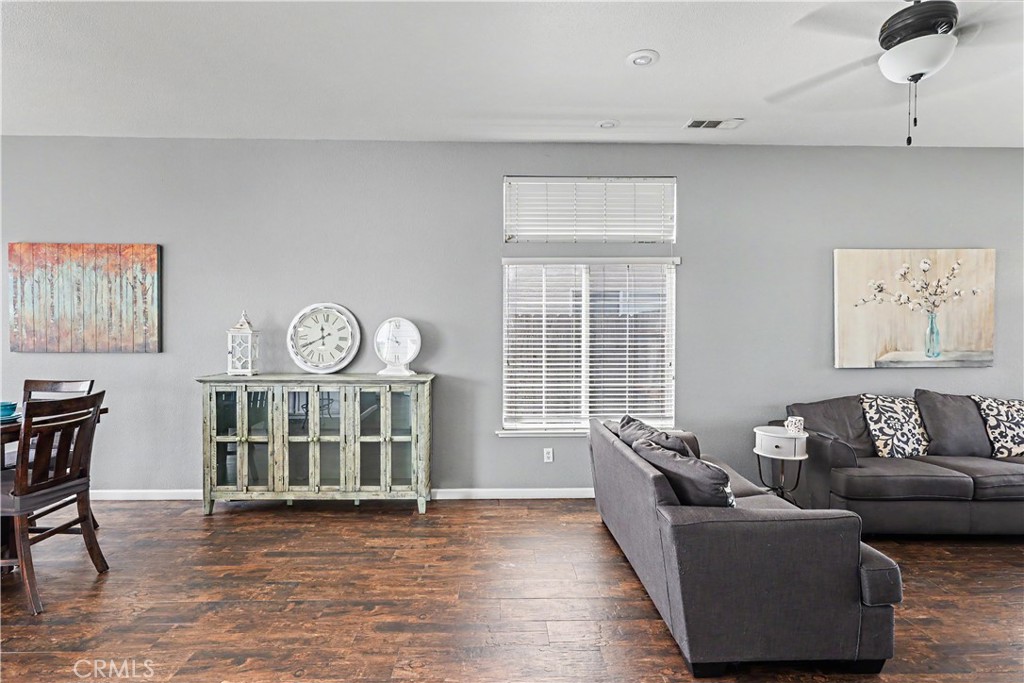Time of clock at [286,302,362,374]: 11:40
